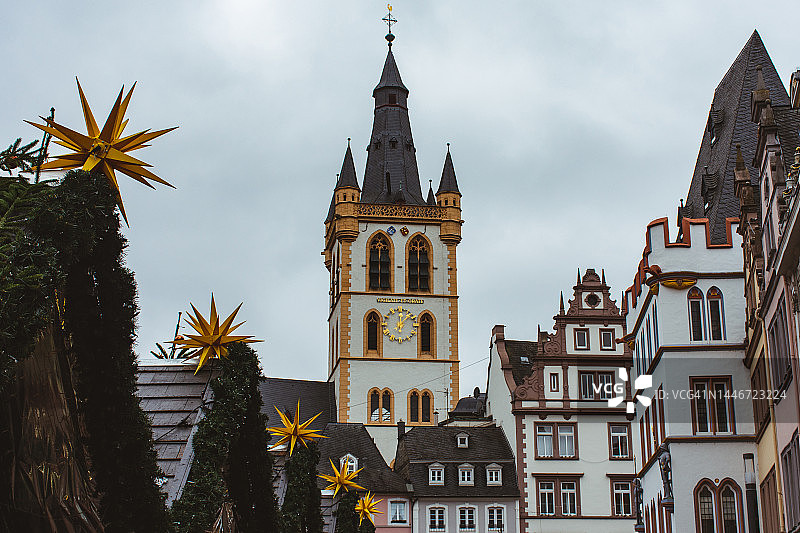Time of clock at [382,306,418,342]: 12:07
